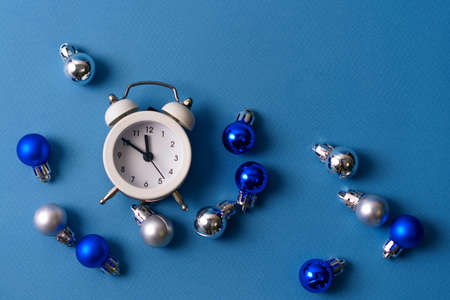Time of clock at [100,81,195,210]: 11:50
